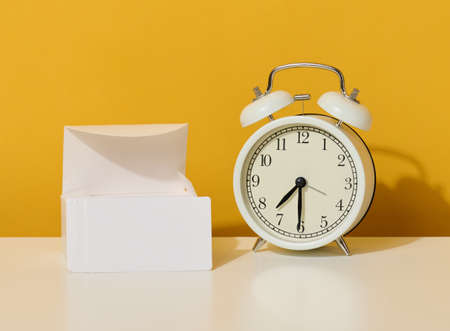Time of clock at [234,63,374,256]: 7:30
